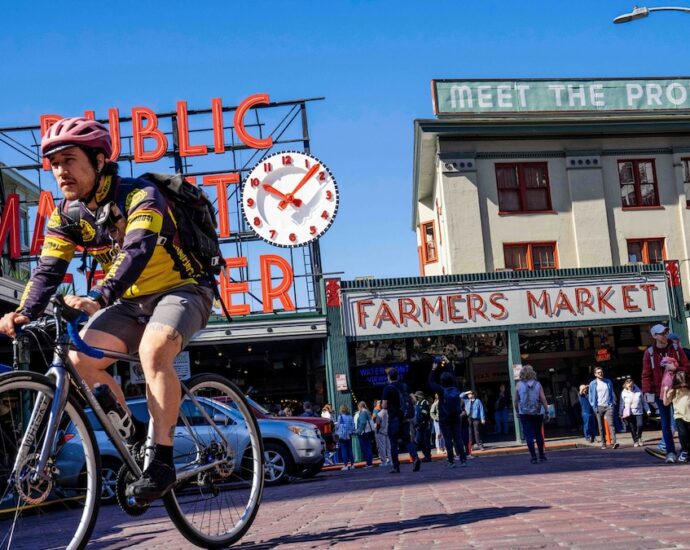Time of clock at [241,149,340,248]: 10:07
